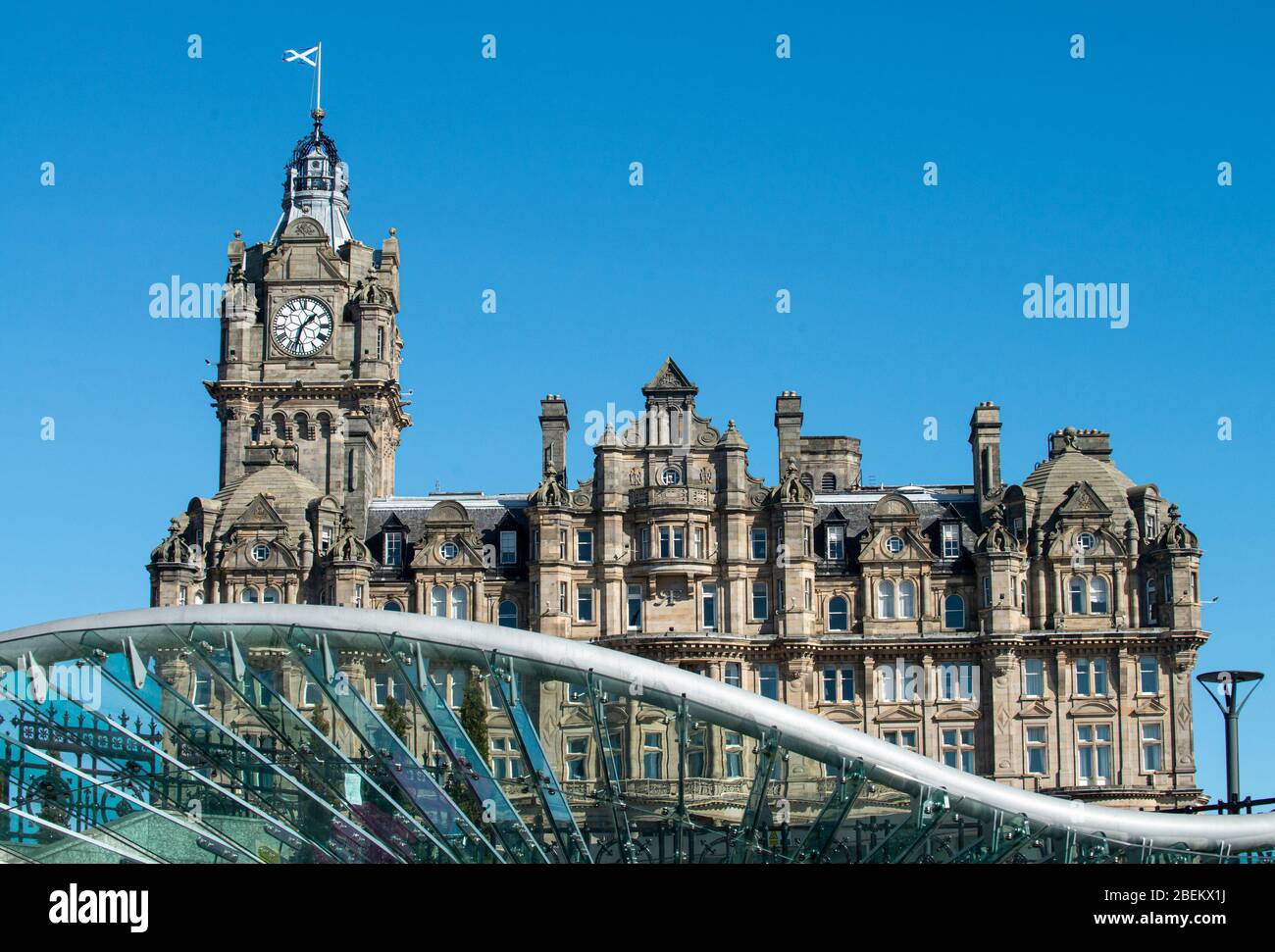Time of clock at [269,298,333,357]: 1:32
